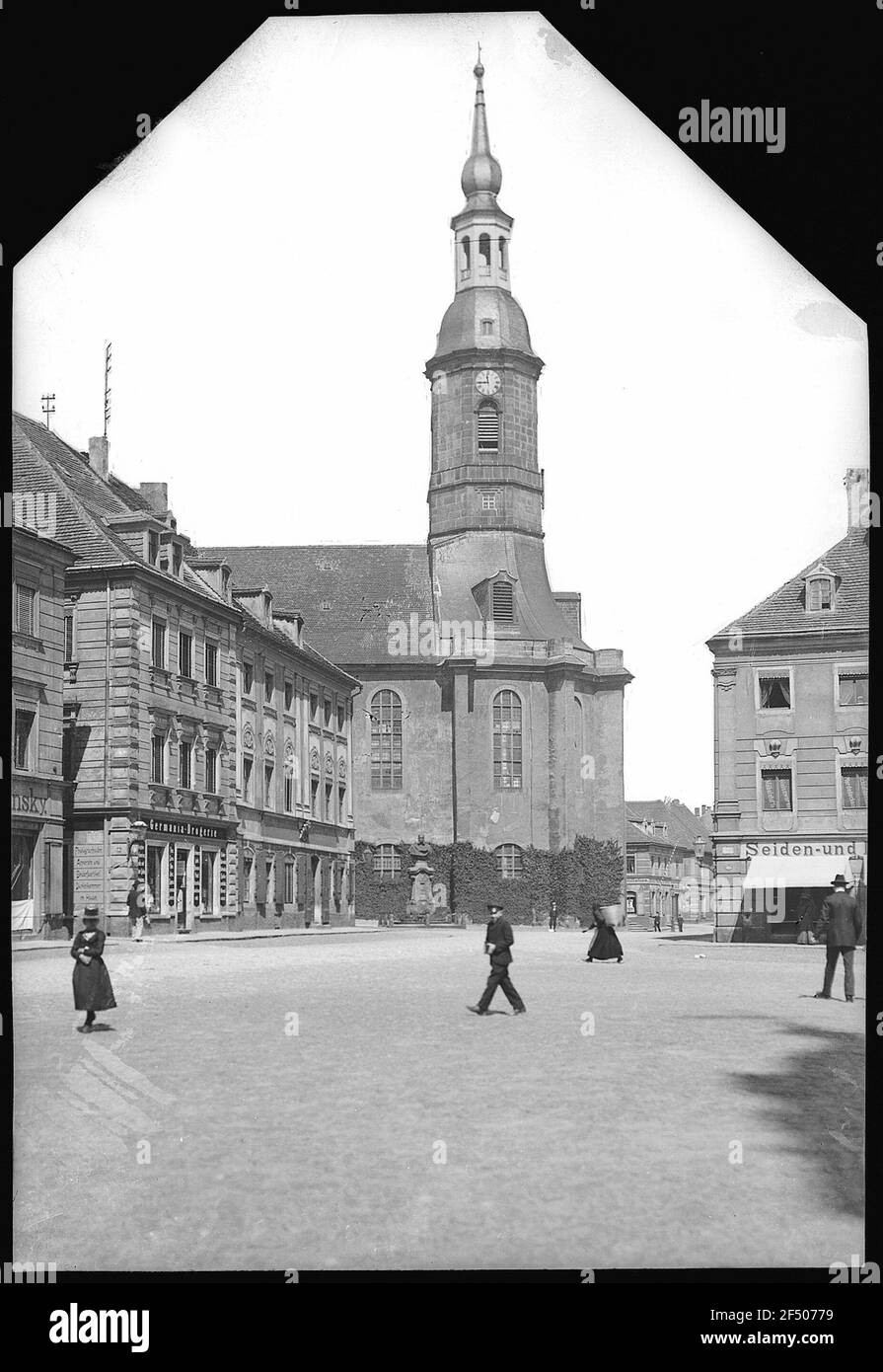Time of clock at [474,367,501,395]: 11:44
